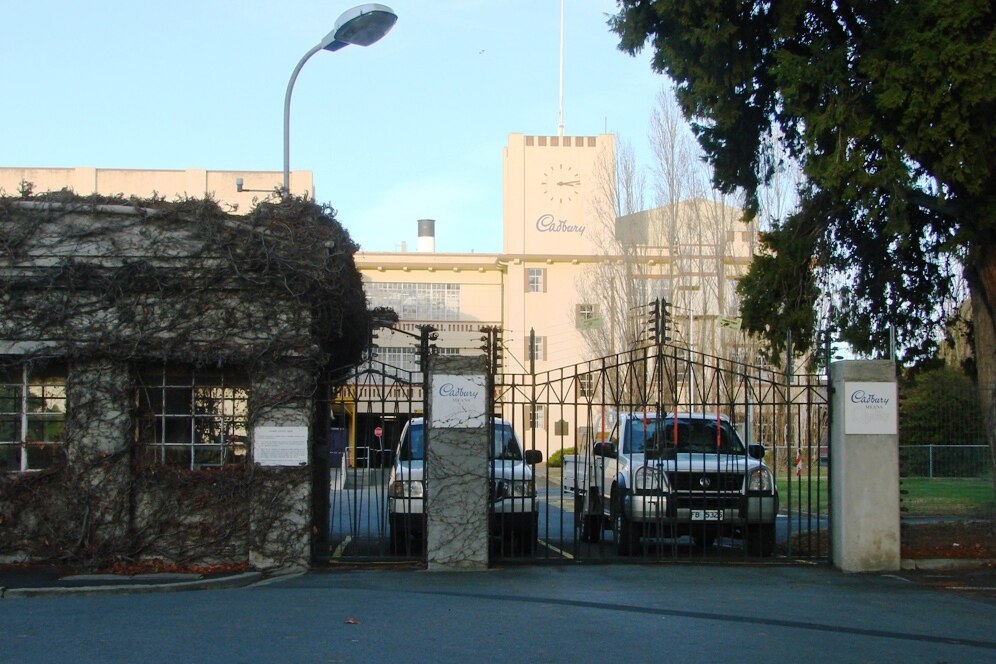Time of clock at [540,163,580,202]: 3:13
